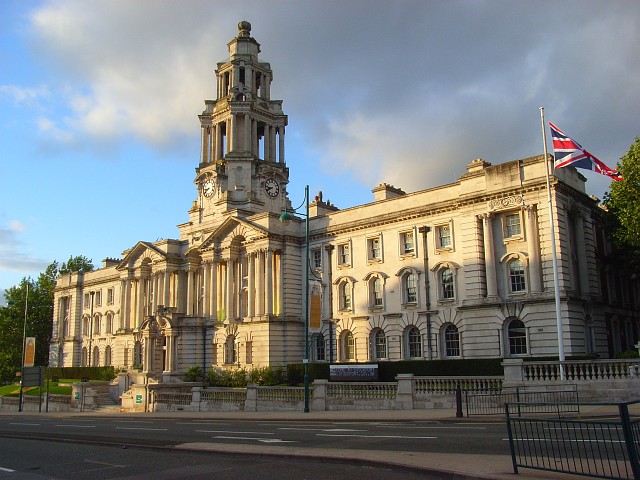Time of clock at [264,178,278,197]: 8:40
